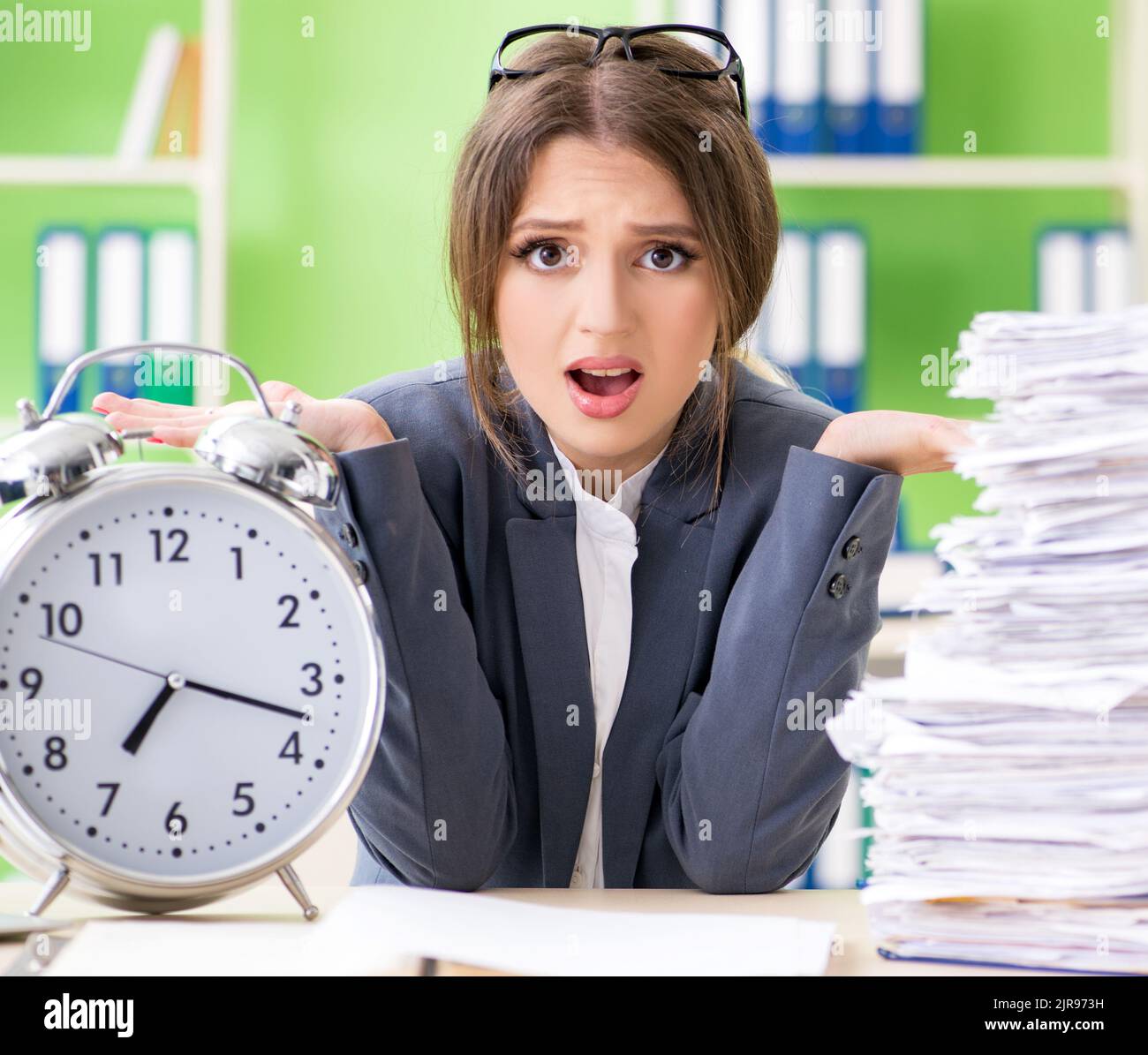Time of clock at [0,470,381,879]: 7:17
